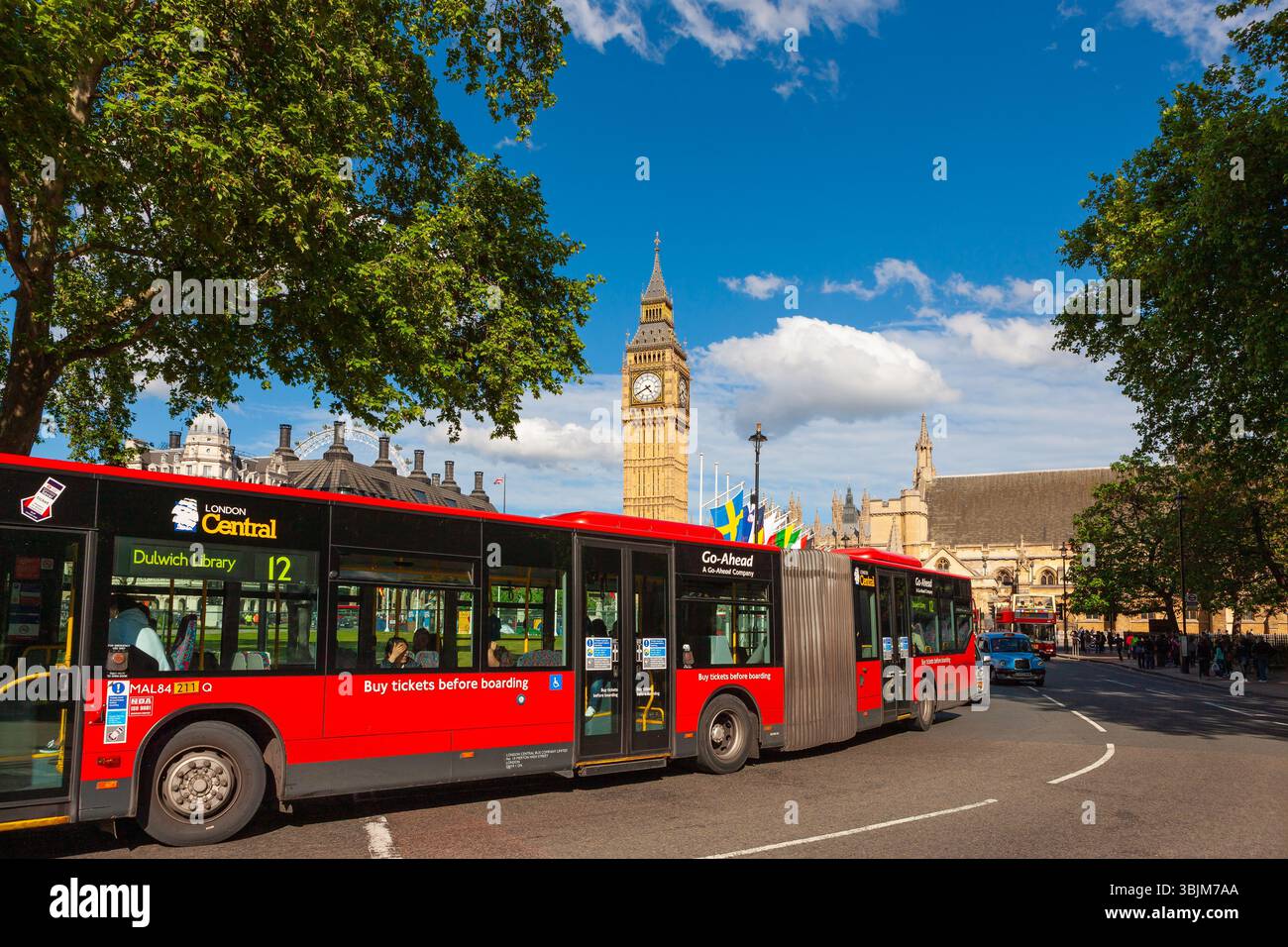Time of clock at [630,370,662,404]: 4:40
